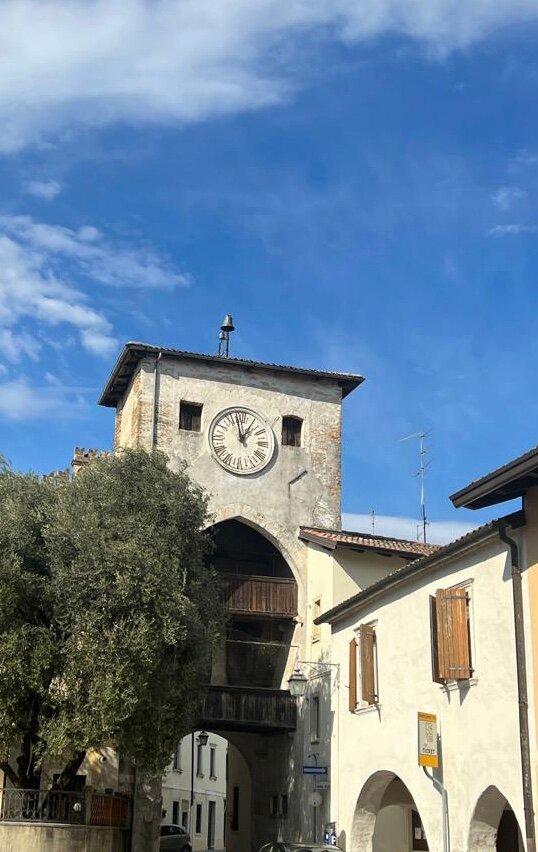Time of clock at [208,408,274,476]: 12:58
